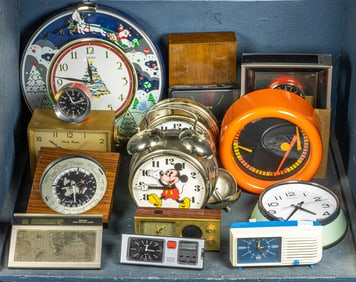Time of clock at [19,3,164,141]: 11:46
